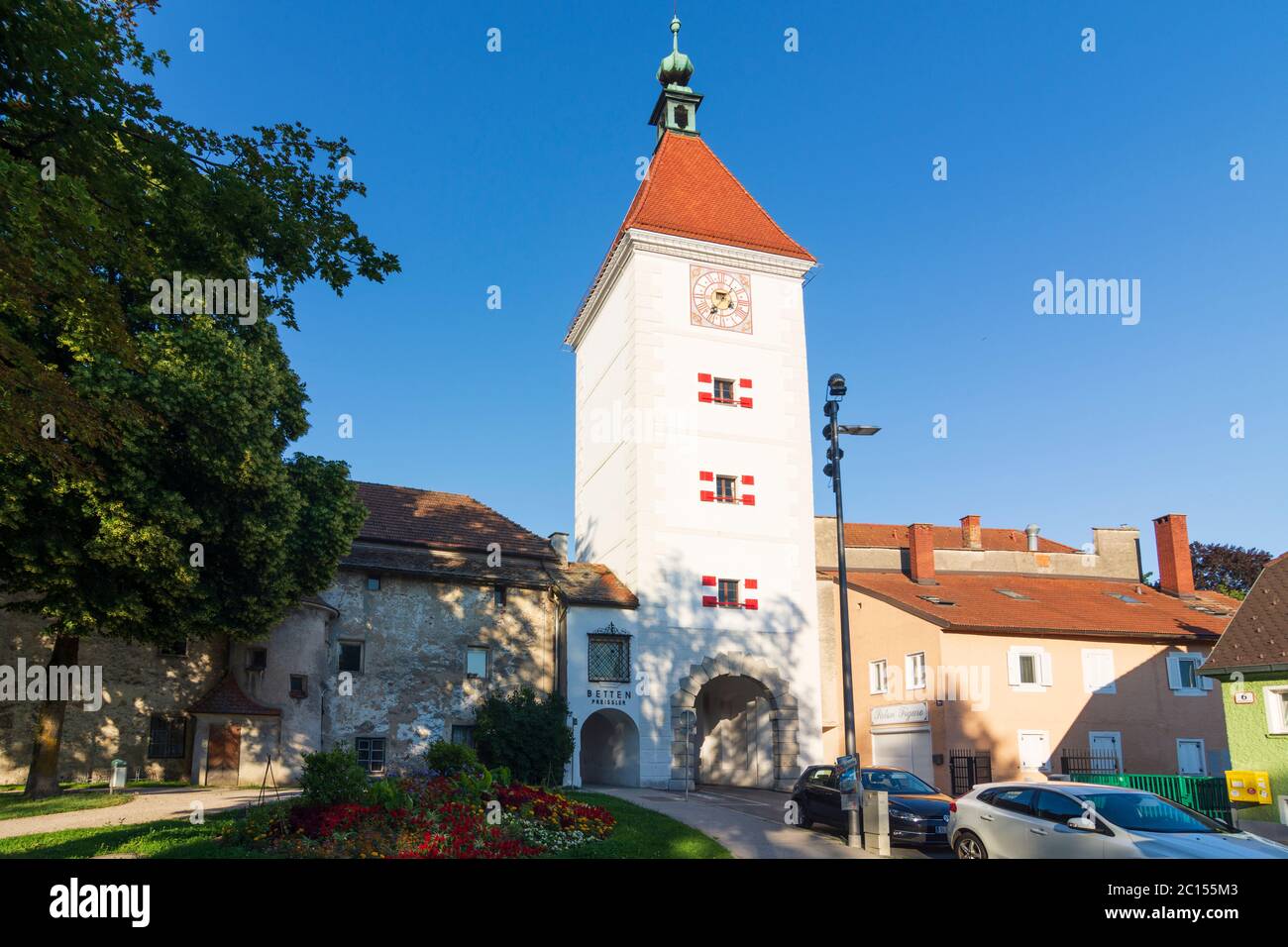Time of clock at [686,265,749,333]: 9:36
